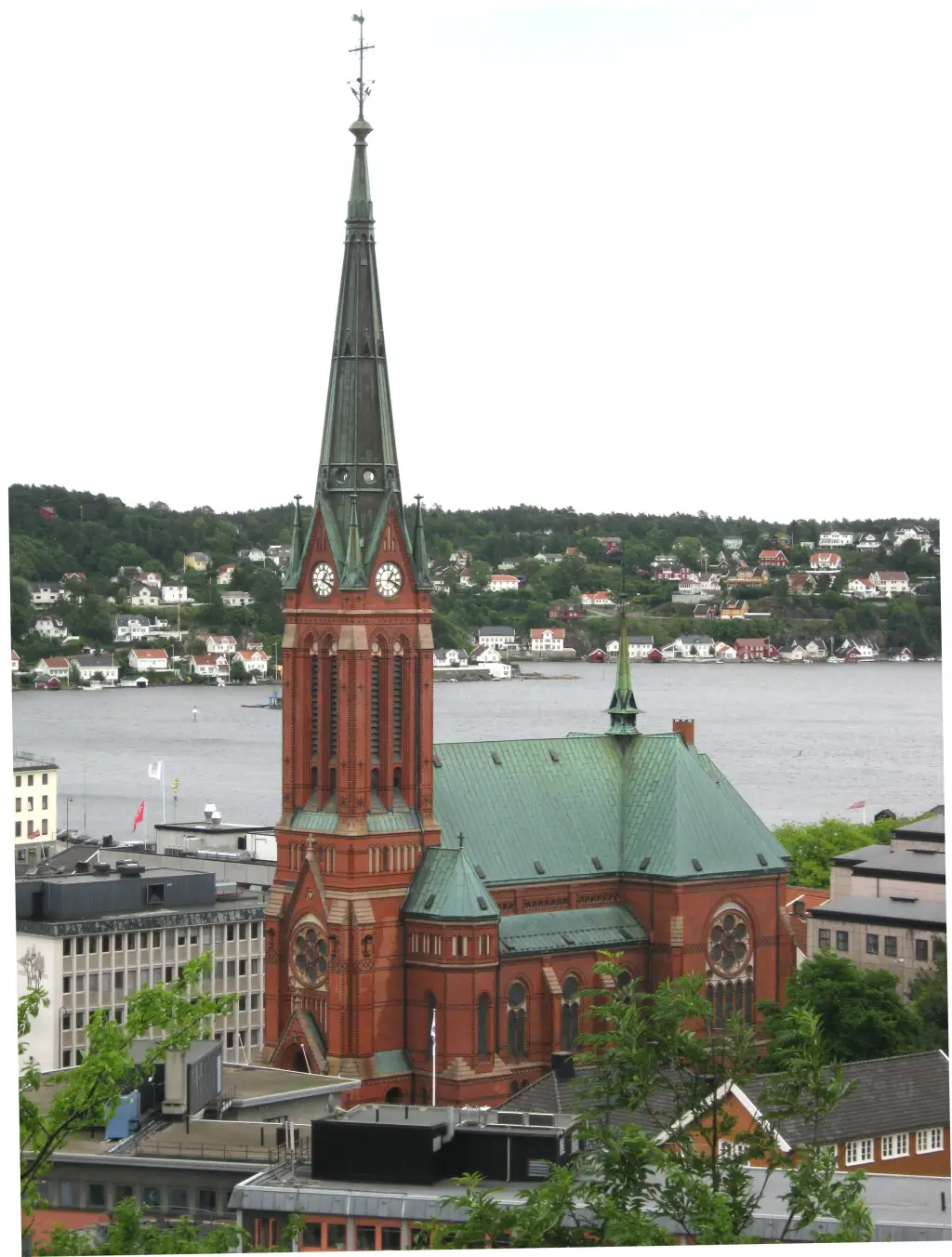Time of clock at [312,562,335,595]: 1:18
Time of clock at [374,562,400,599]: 1:18
